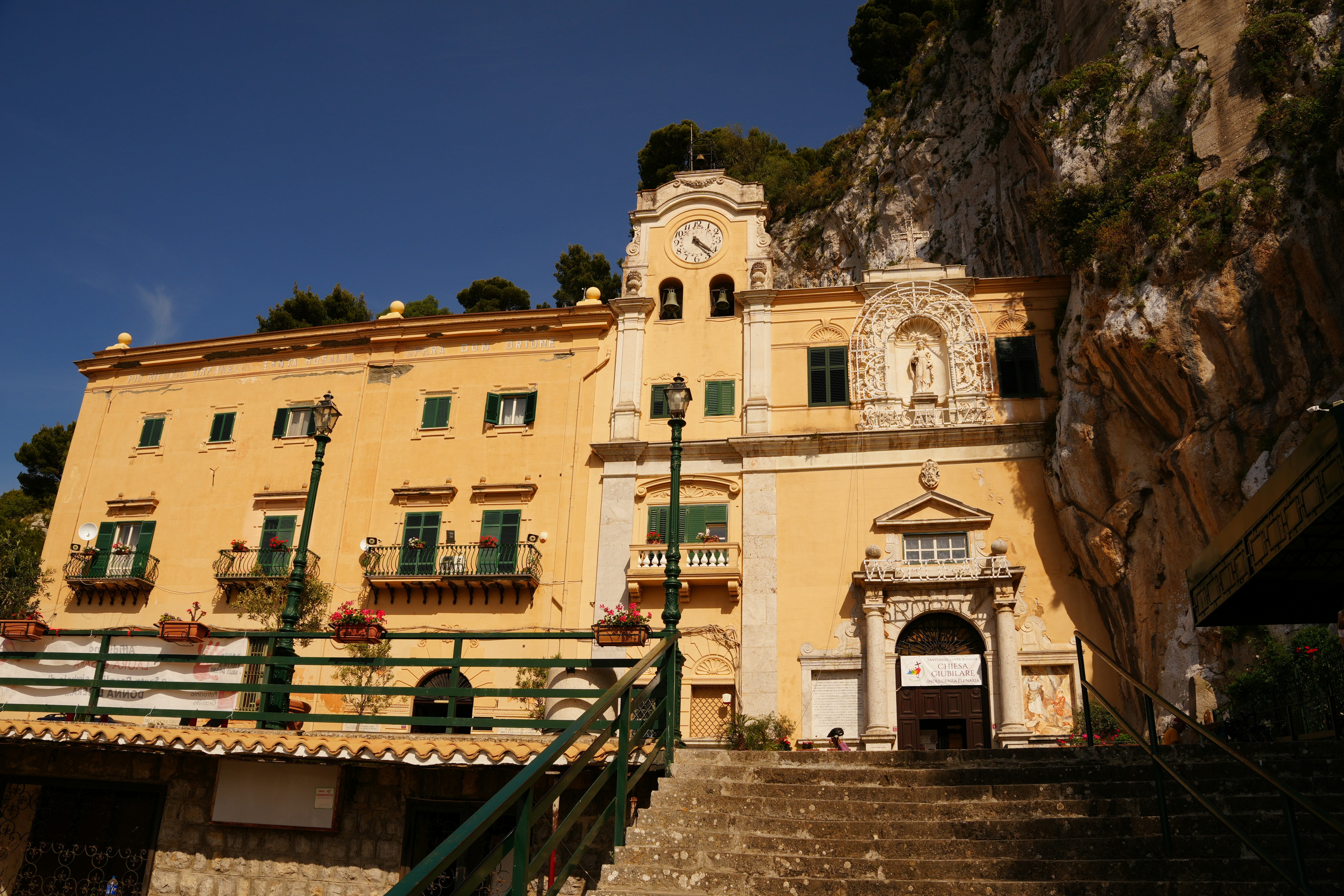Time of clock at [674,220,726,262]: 4:22
